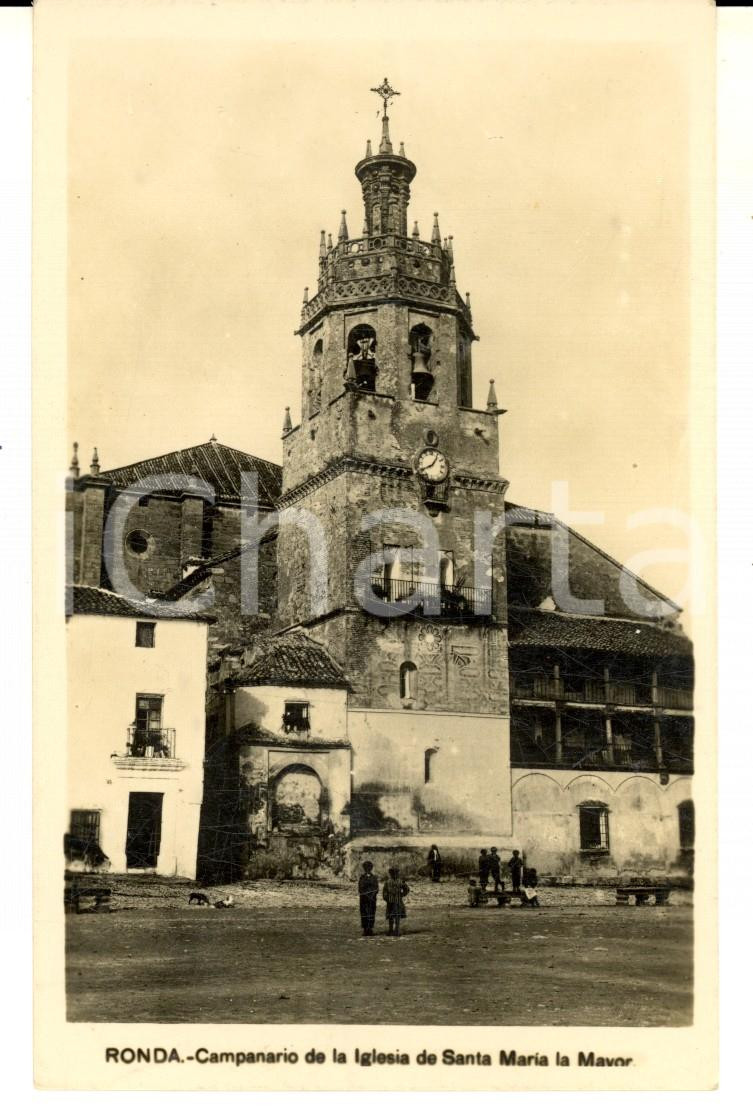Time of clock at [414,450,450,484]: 8:06
